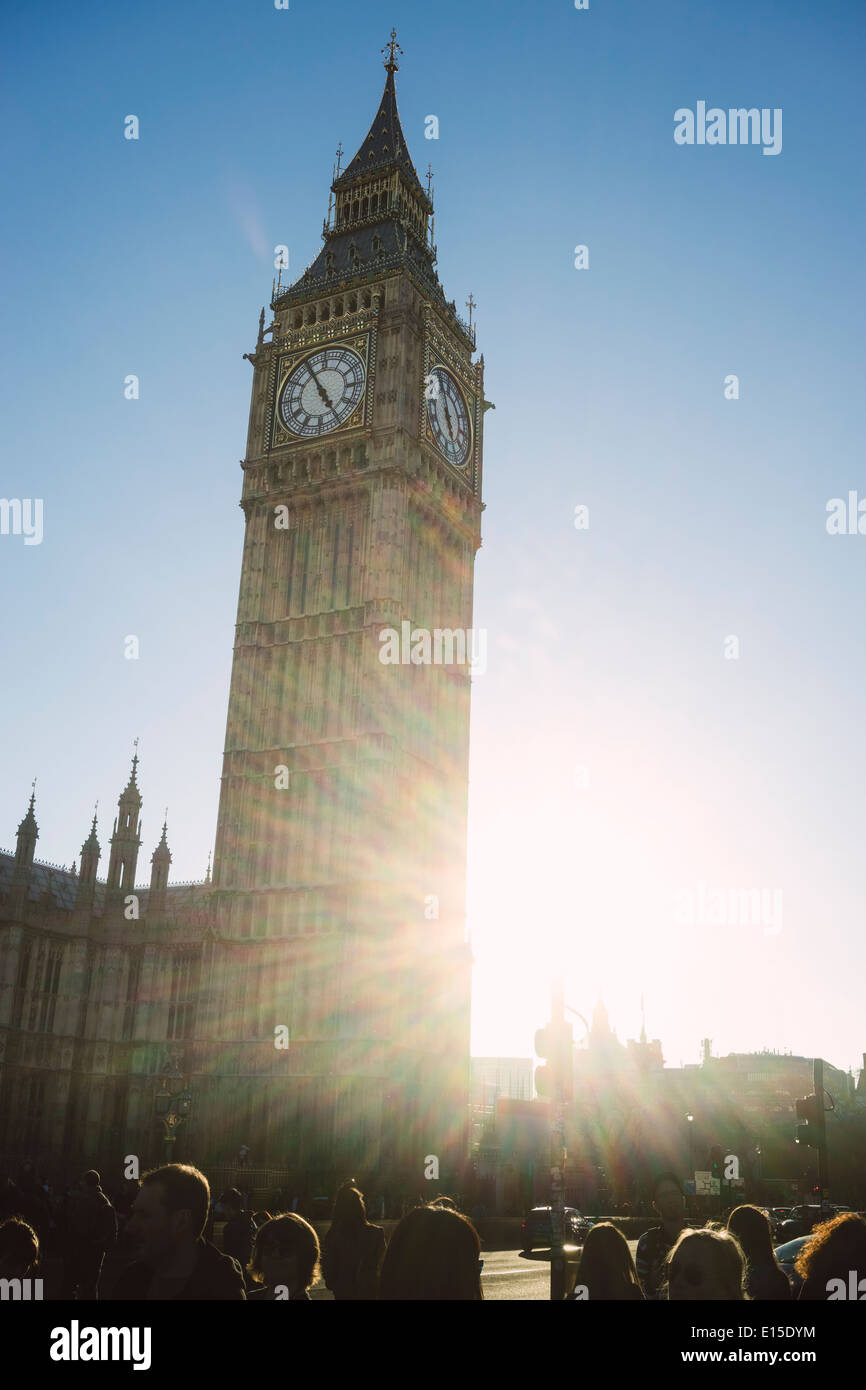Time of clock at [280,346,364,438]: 4:55
